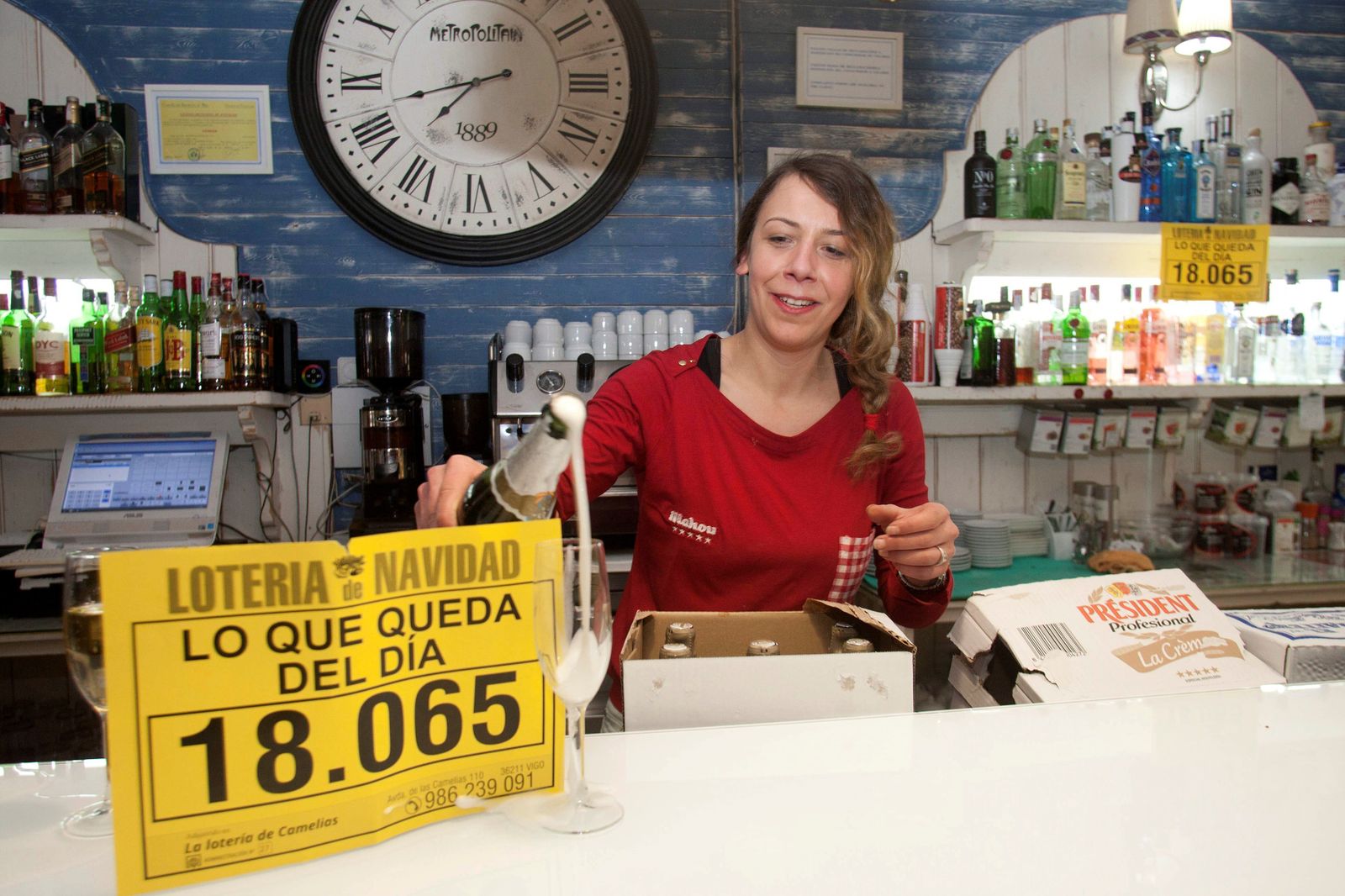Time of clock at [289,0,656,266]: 7:42
